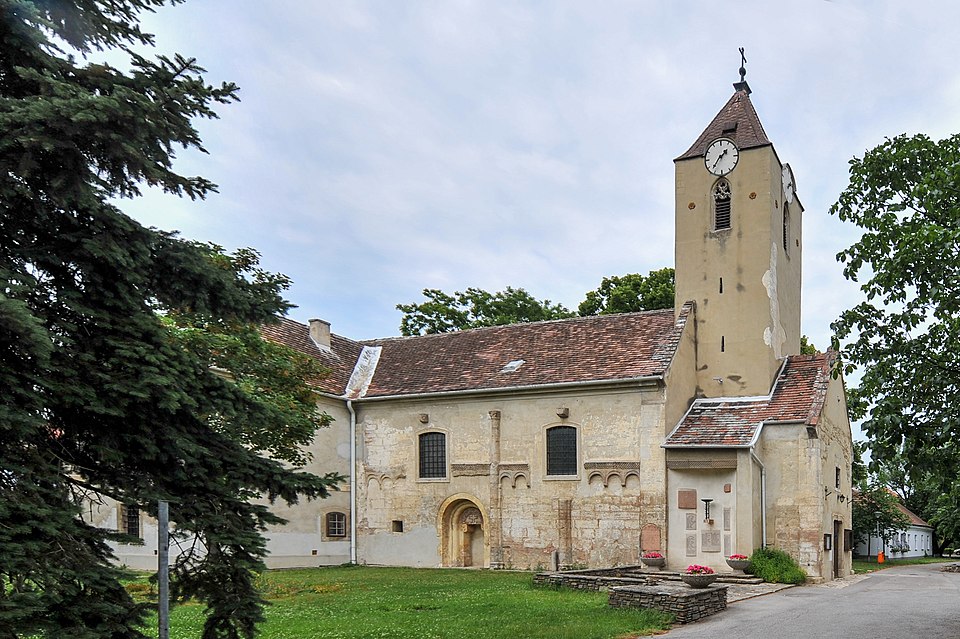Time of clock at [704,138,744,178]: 1:36
